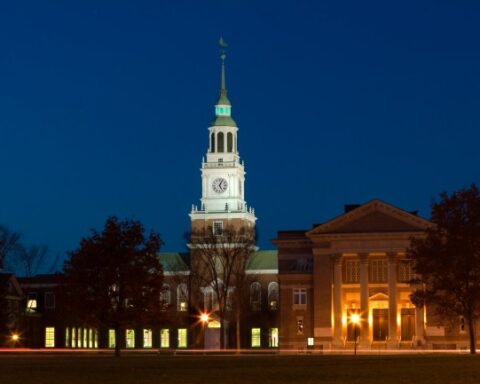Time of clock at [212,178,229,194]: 5:03
